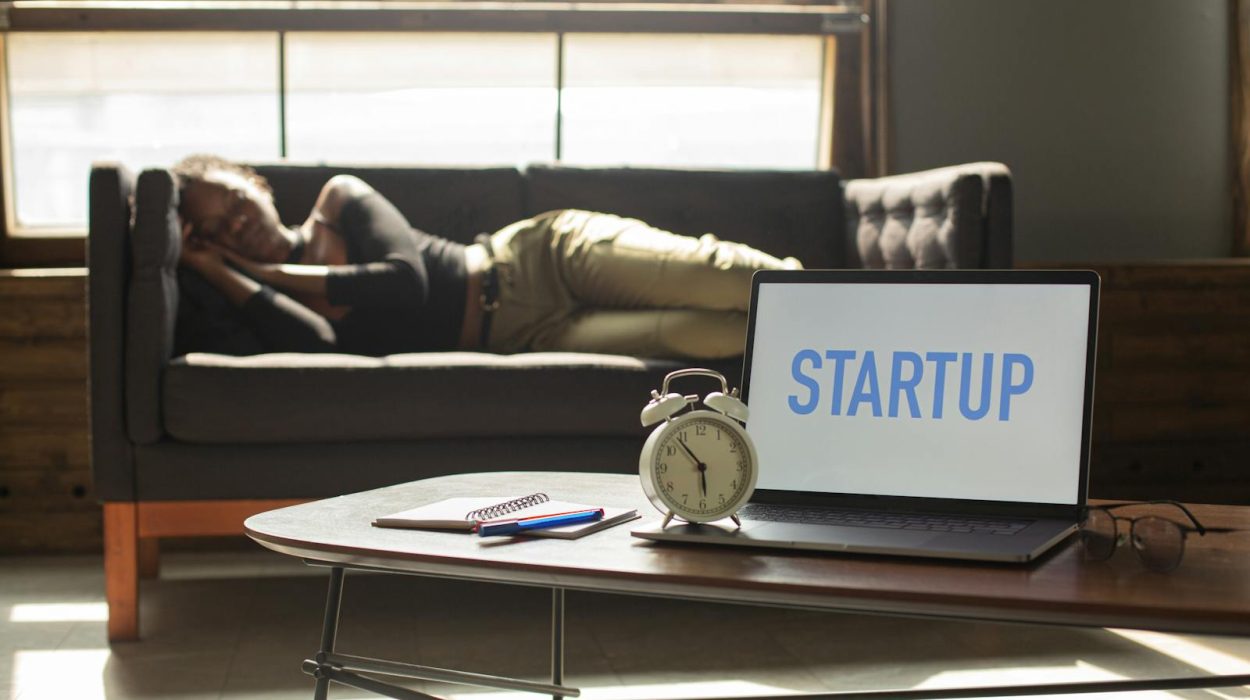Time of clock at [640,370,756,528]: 5:53
